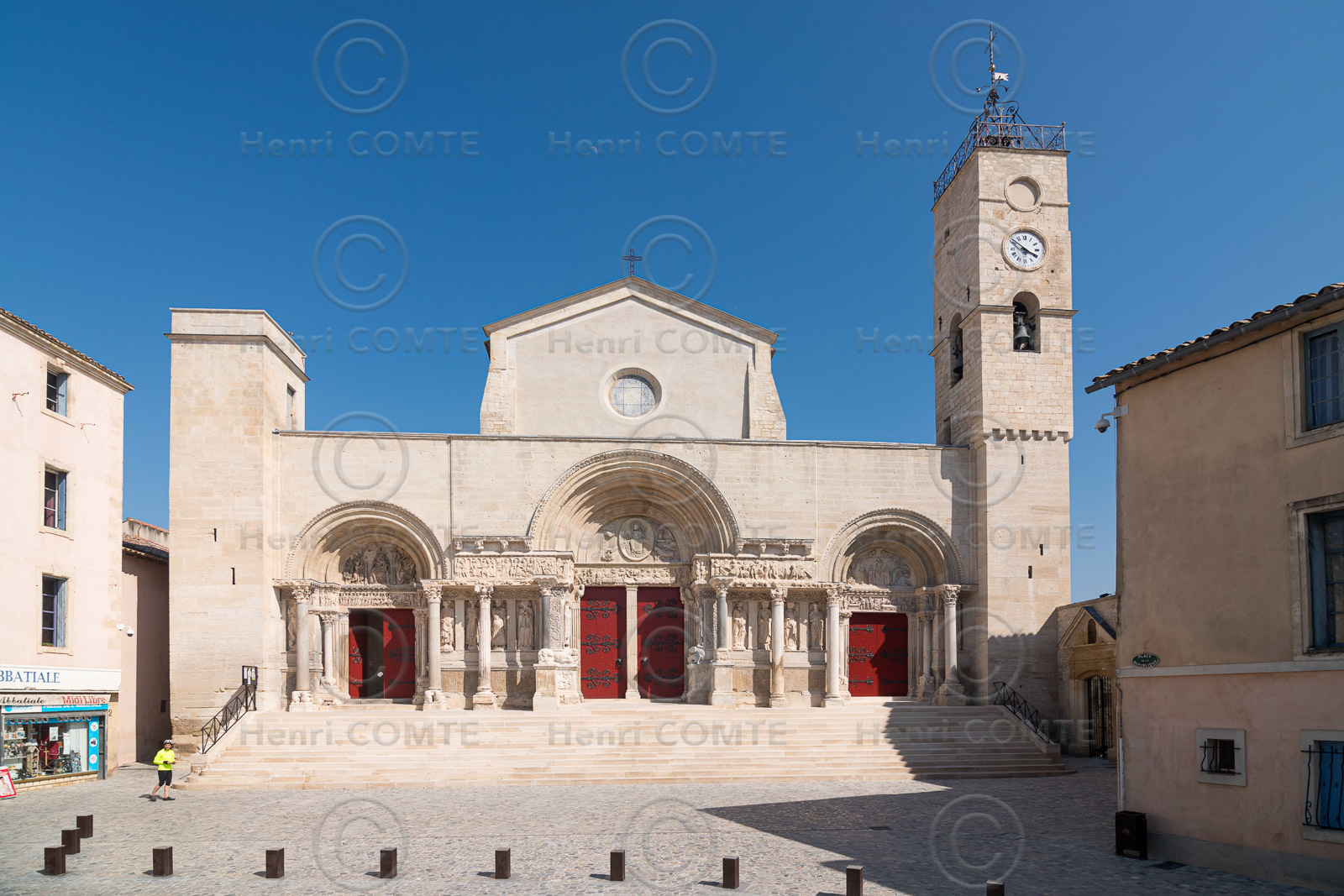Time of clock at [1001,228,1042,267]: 3:51
